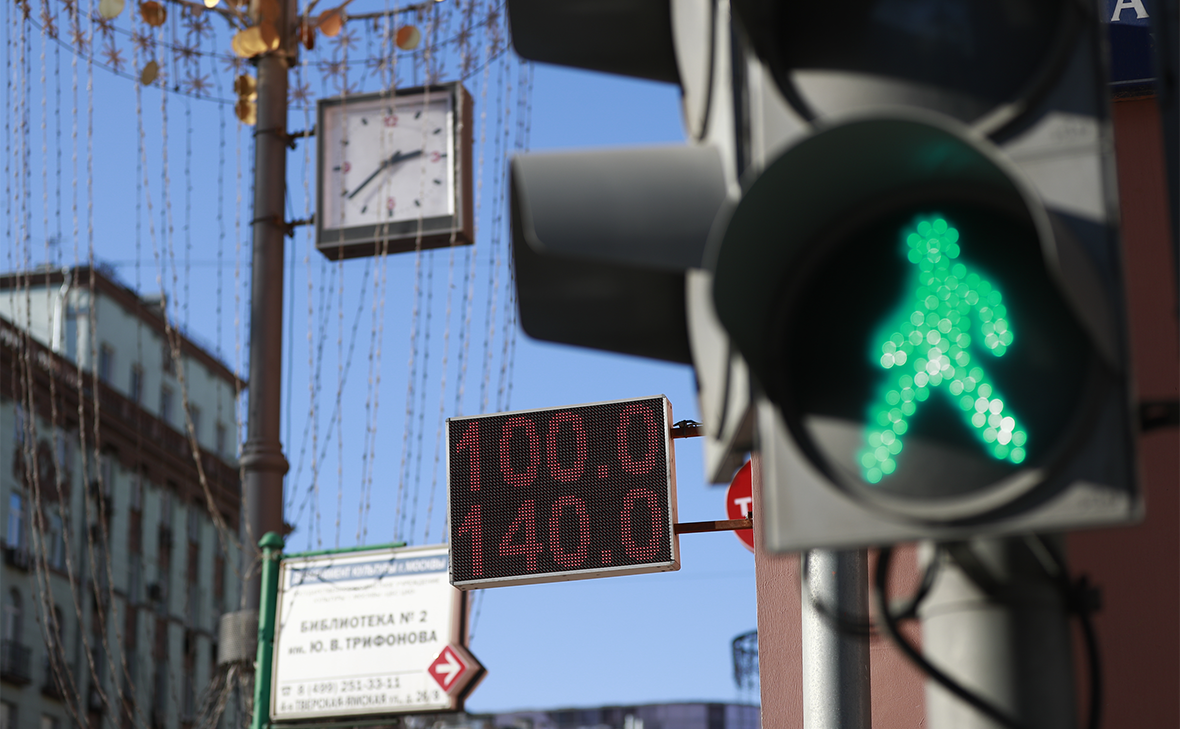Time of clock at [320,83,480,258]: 2:38
